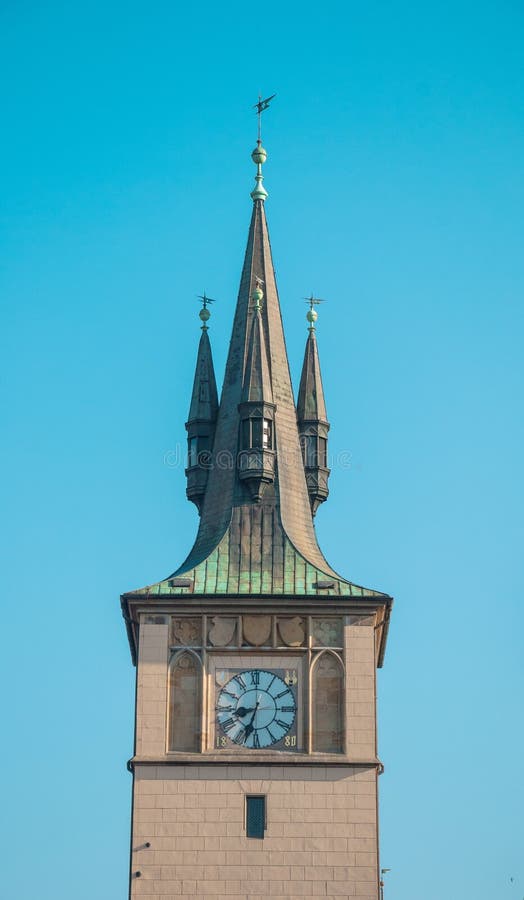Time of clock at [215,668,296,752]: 8:33
